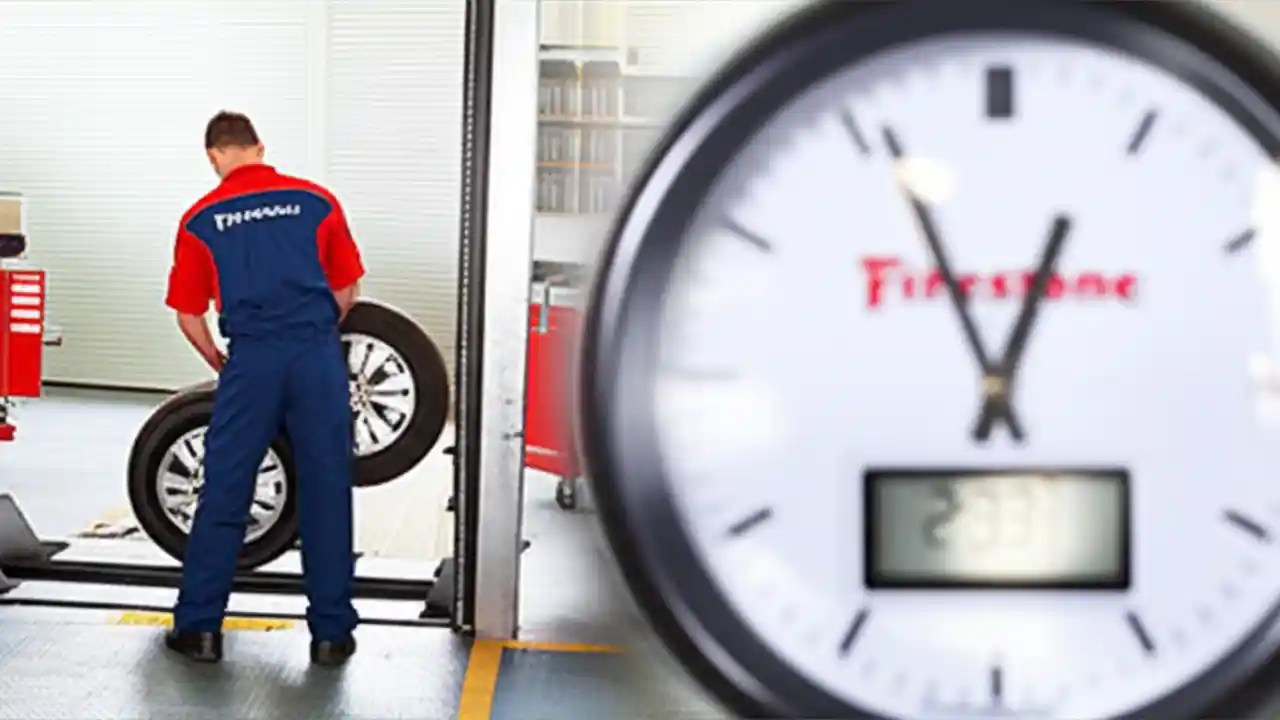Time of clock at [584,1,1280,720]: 12:55
